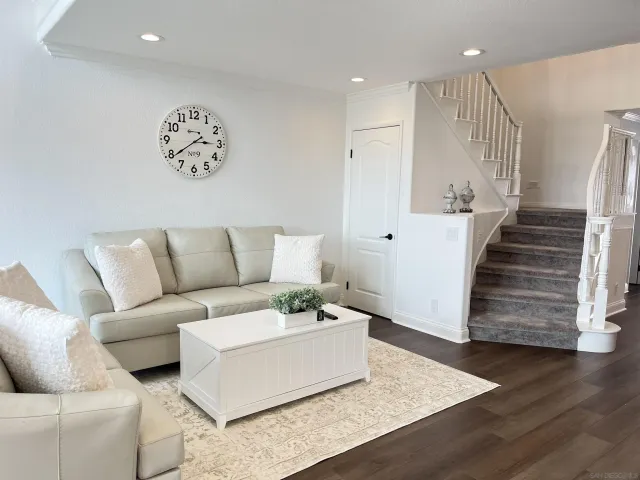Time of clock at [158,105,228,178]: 2:39
